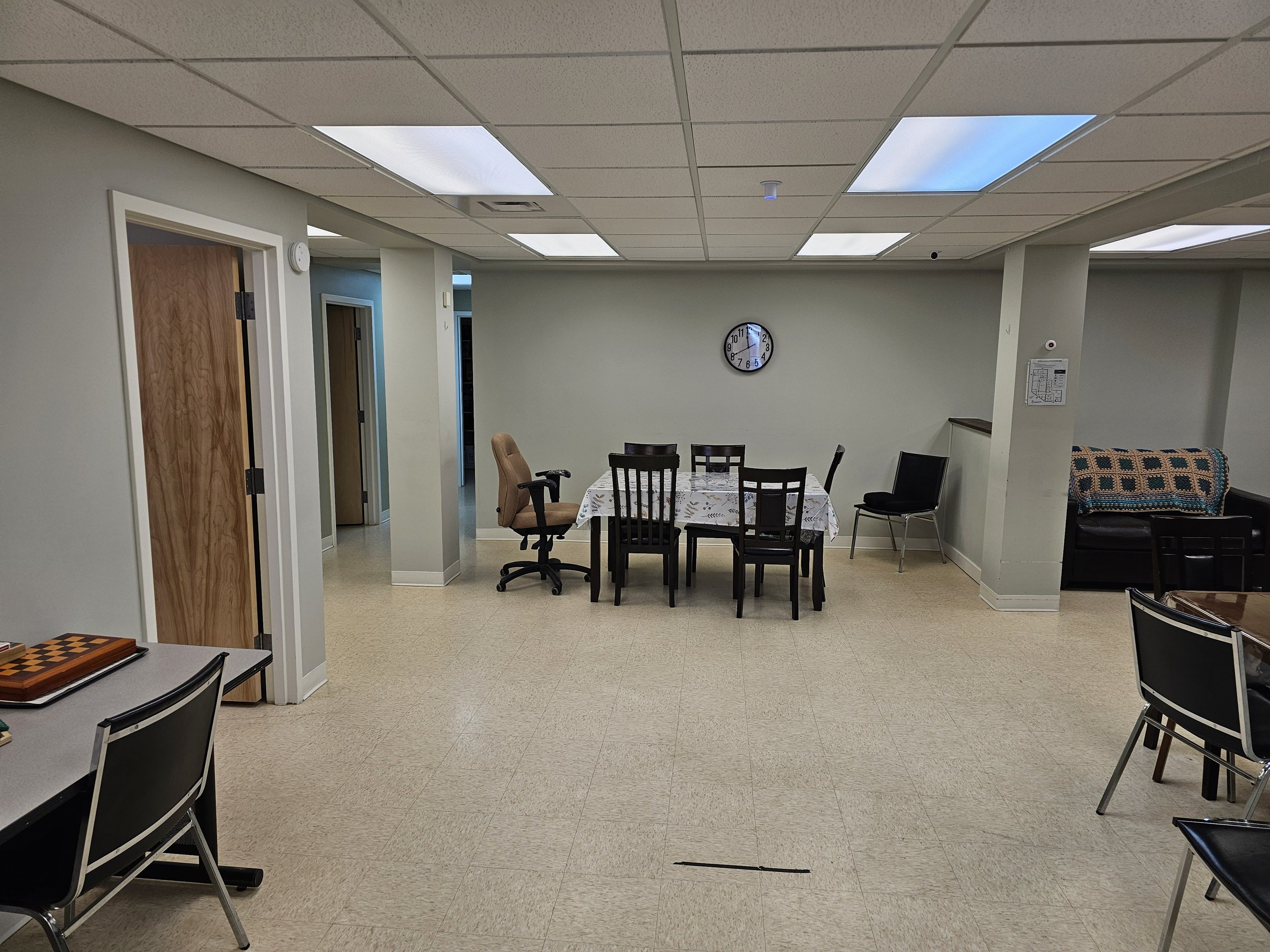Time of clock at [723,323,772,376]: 7:58
